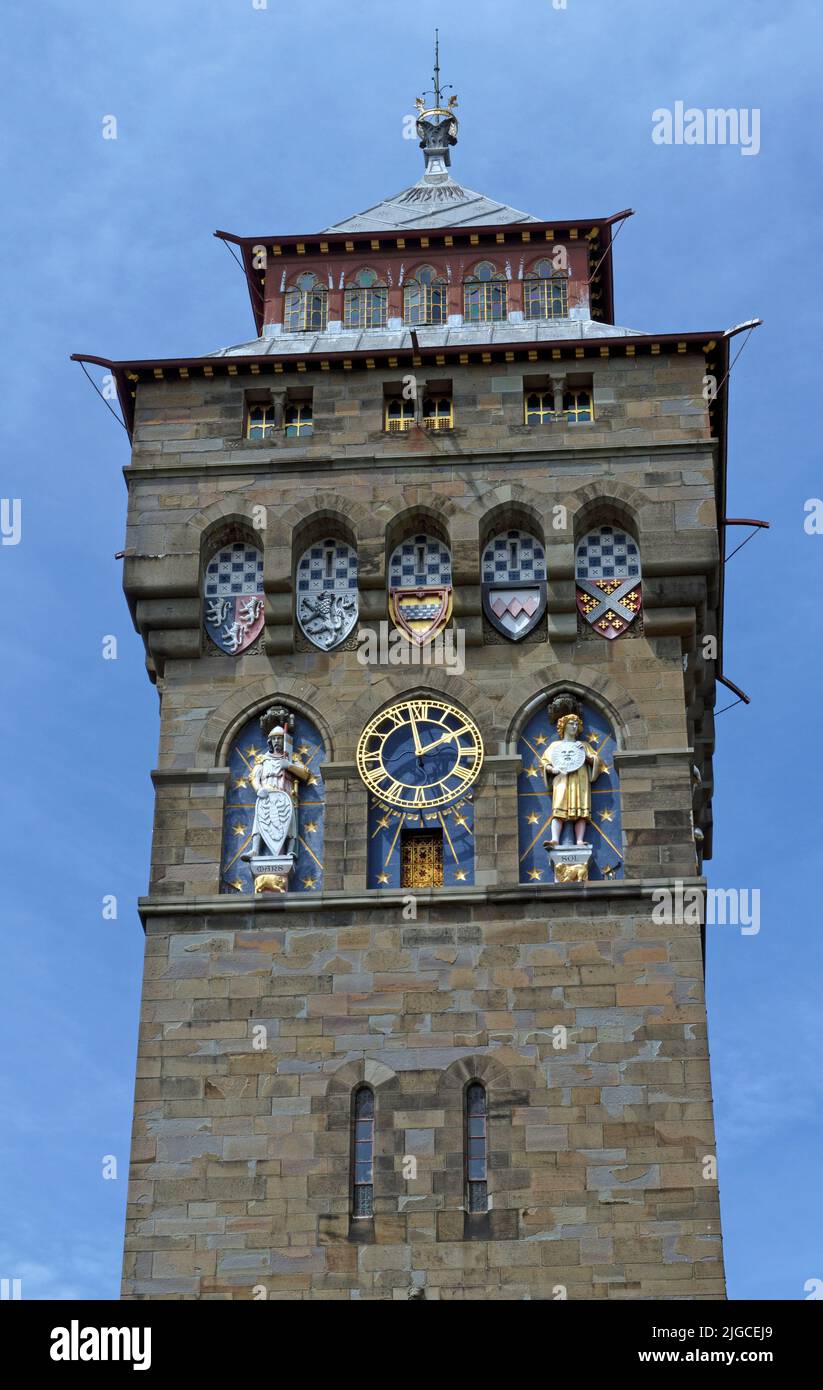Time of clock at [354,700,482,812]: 1:58
